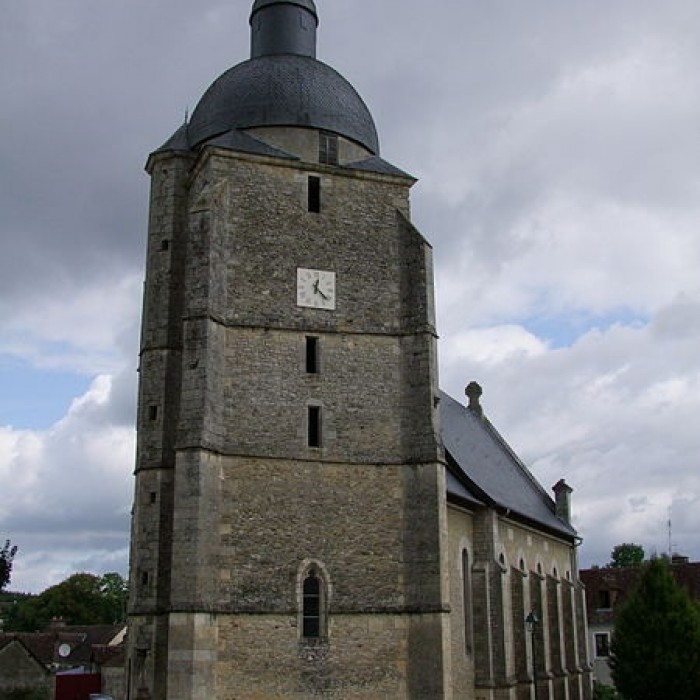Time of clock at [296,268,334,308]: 12:22
